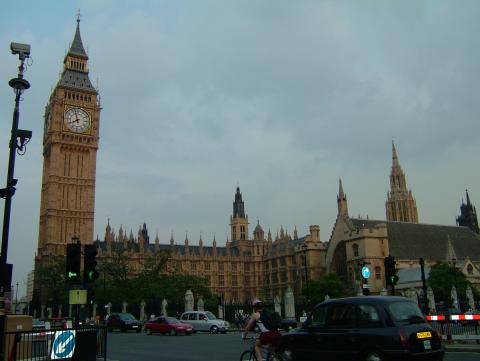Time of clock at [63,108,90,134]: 7:57
